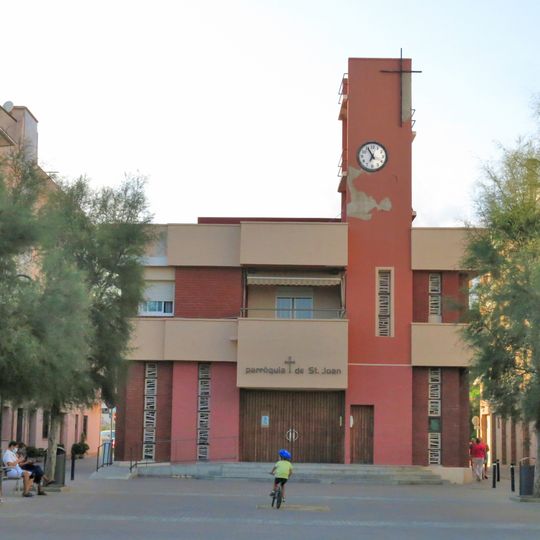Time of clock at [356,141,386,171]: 6:55
